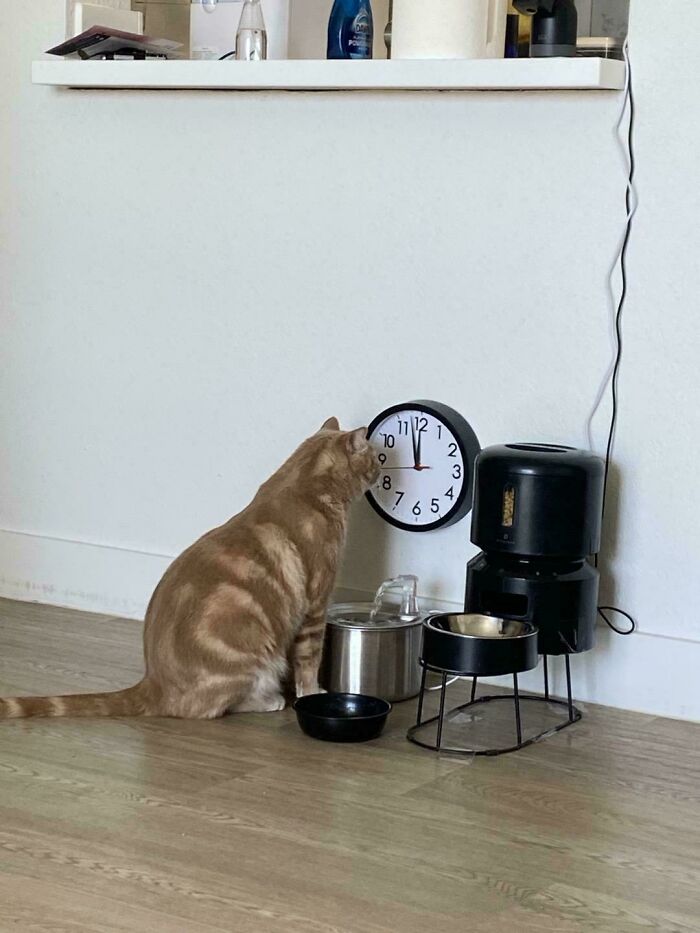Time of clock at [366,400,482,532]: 11:57
